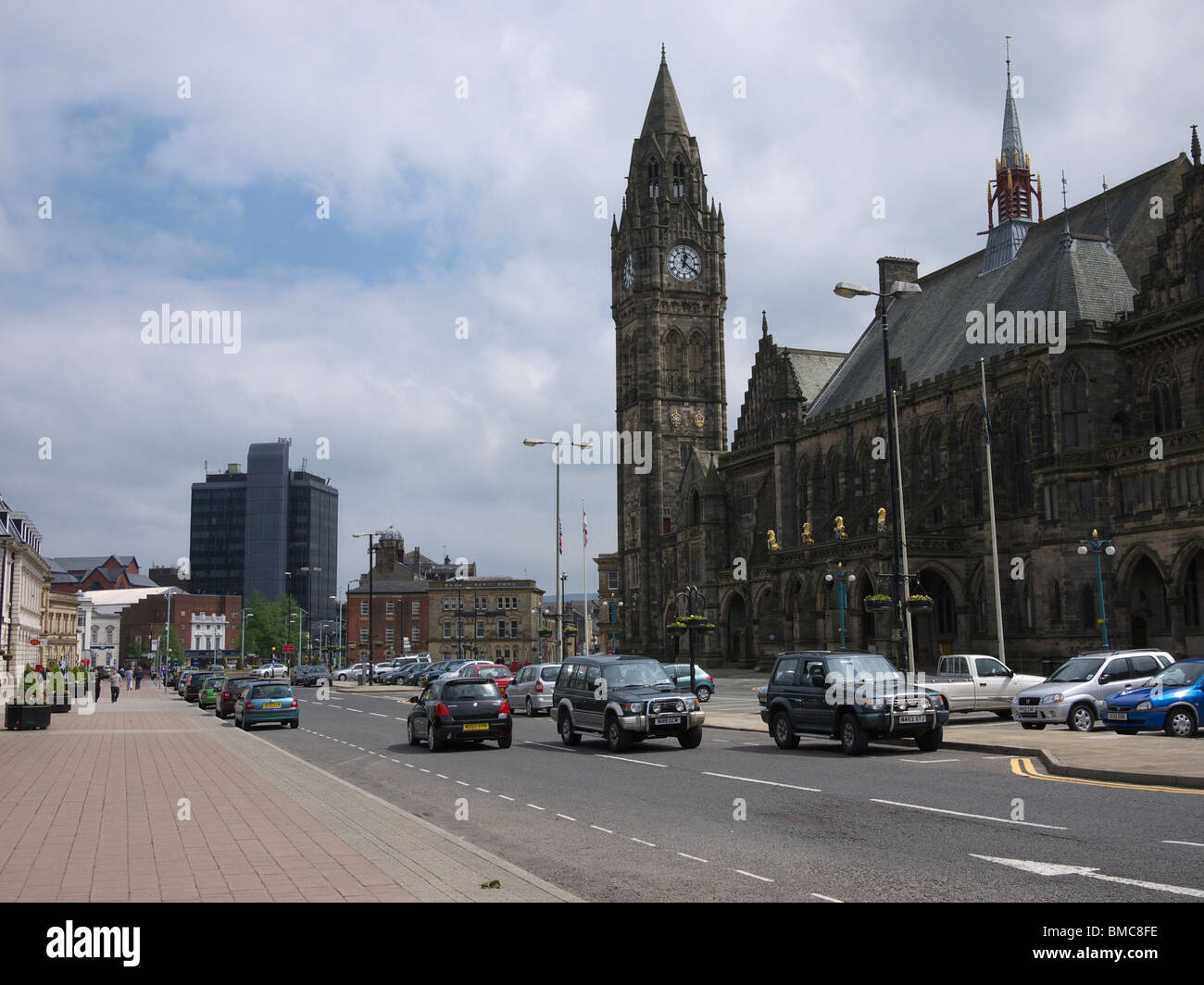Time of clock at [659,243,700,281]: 12:21
